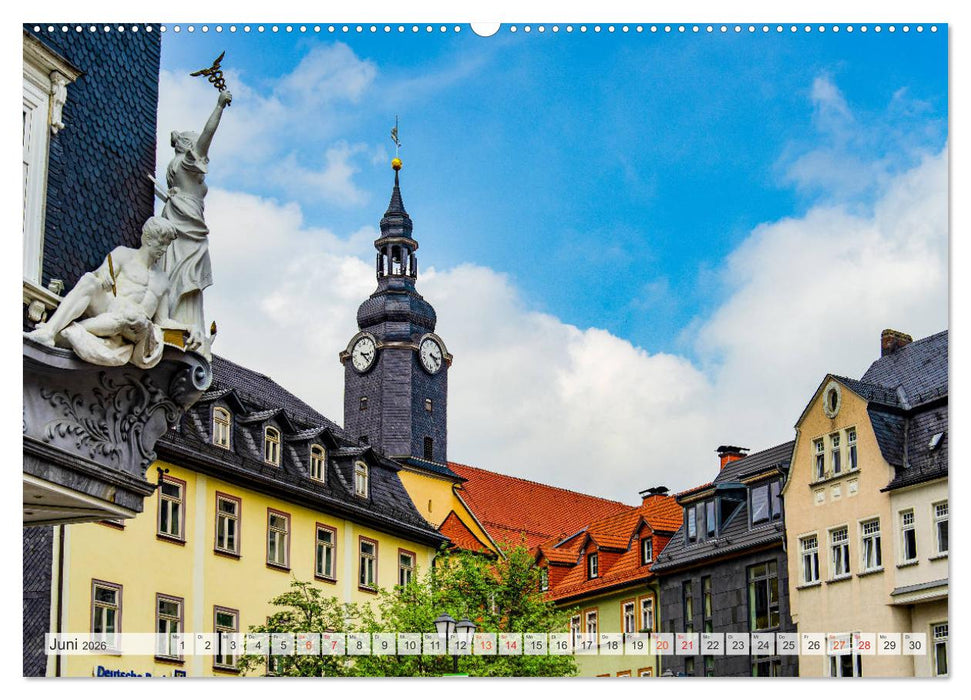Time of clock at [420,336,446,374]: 3:22
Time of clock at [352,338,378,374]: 3:22
